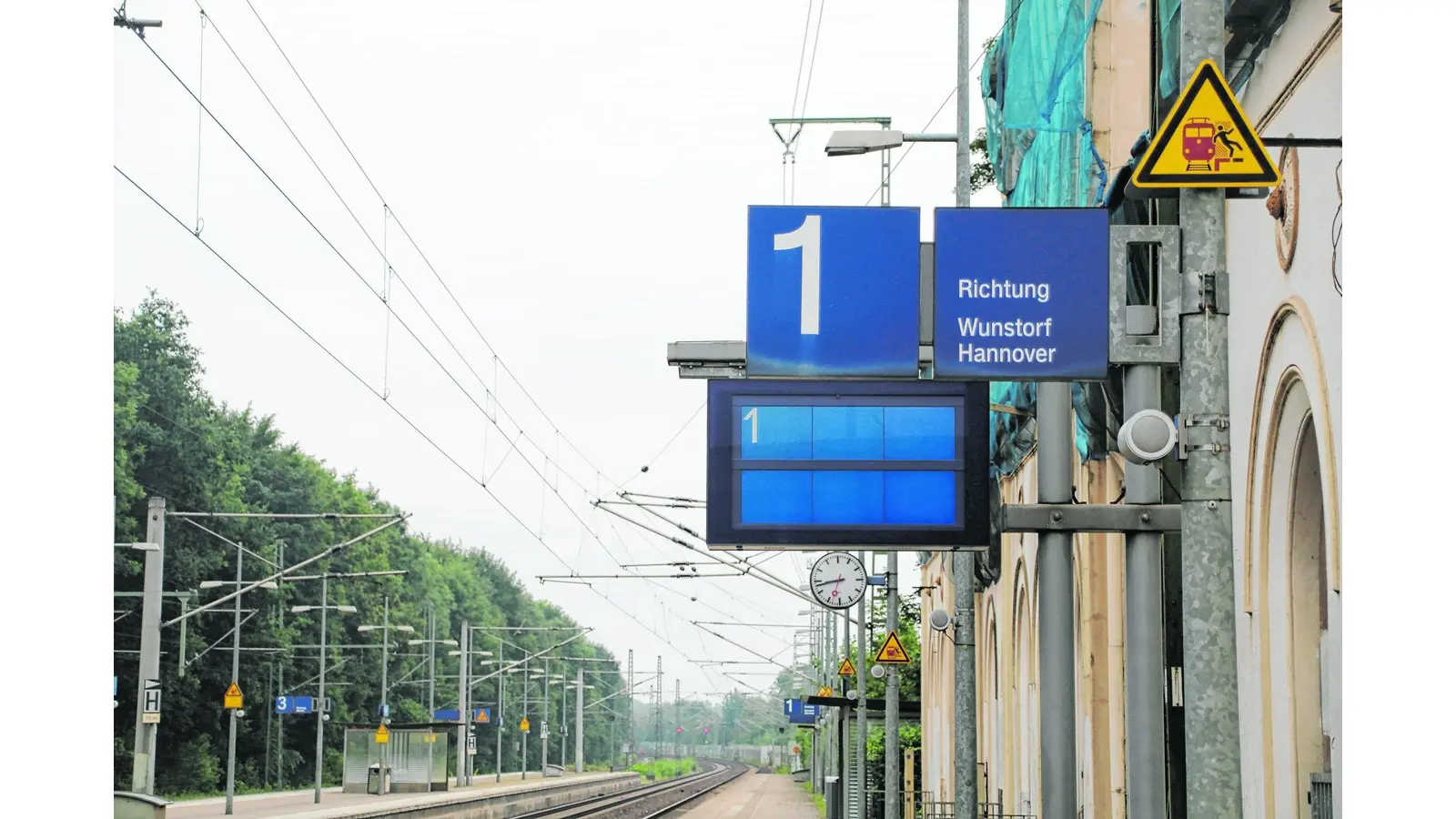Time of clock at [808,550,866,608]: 8:43
